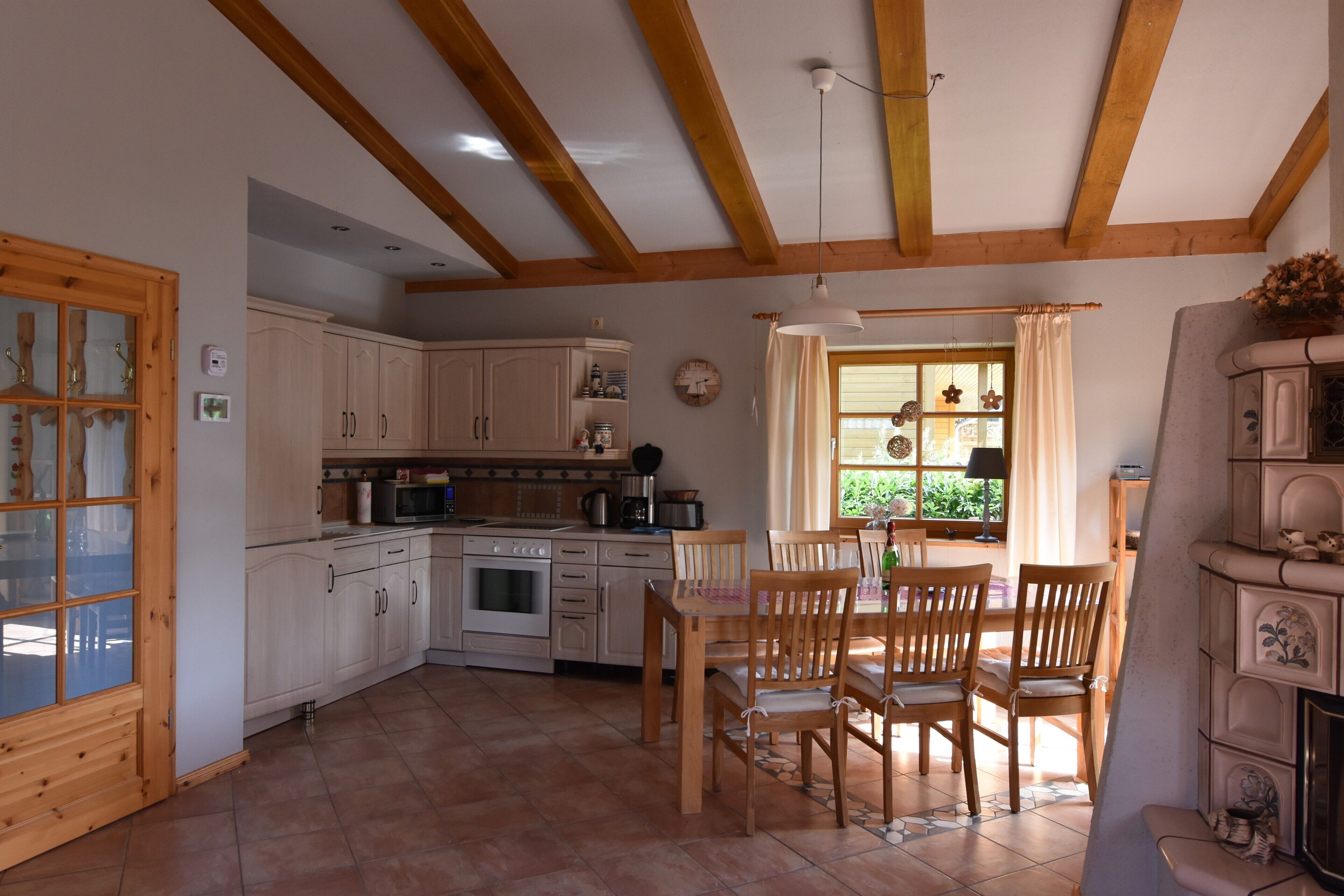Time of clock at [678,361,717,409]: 2:29
